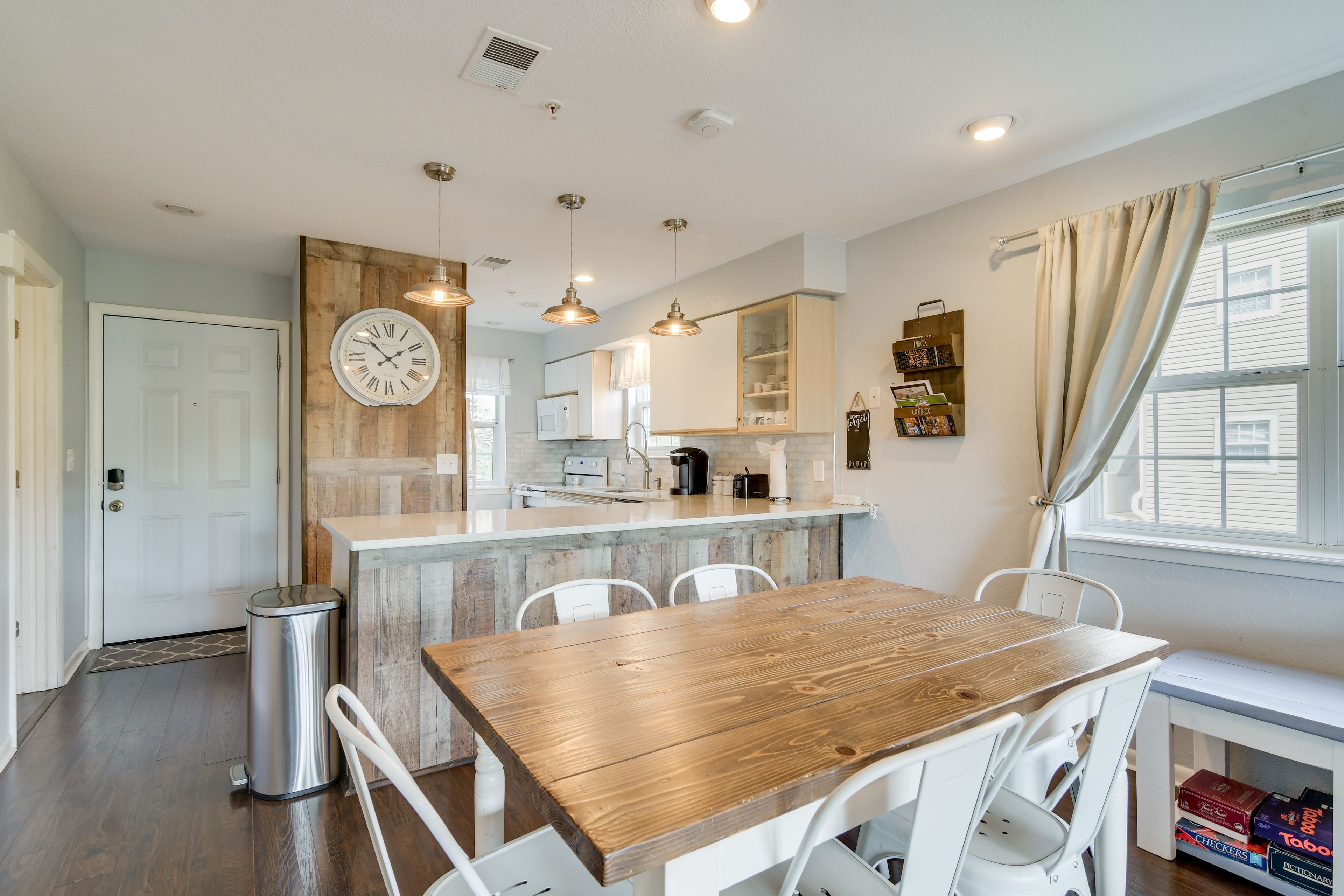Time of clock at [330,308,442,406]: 1:51
